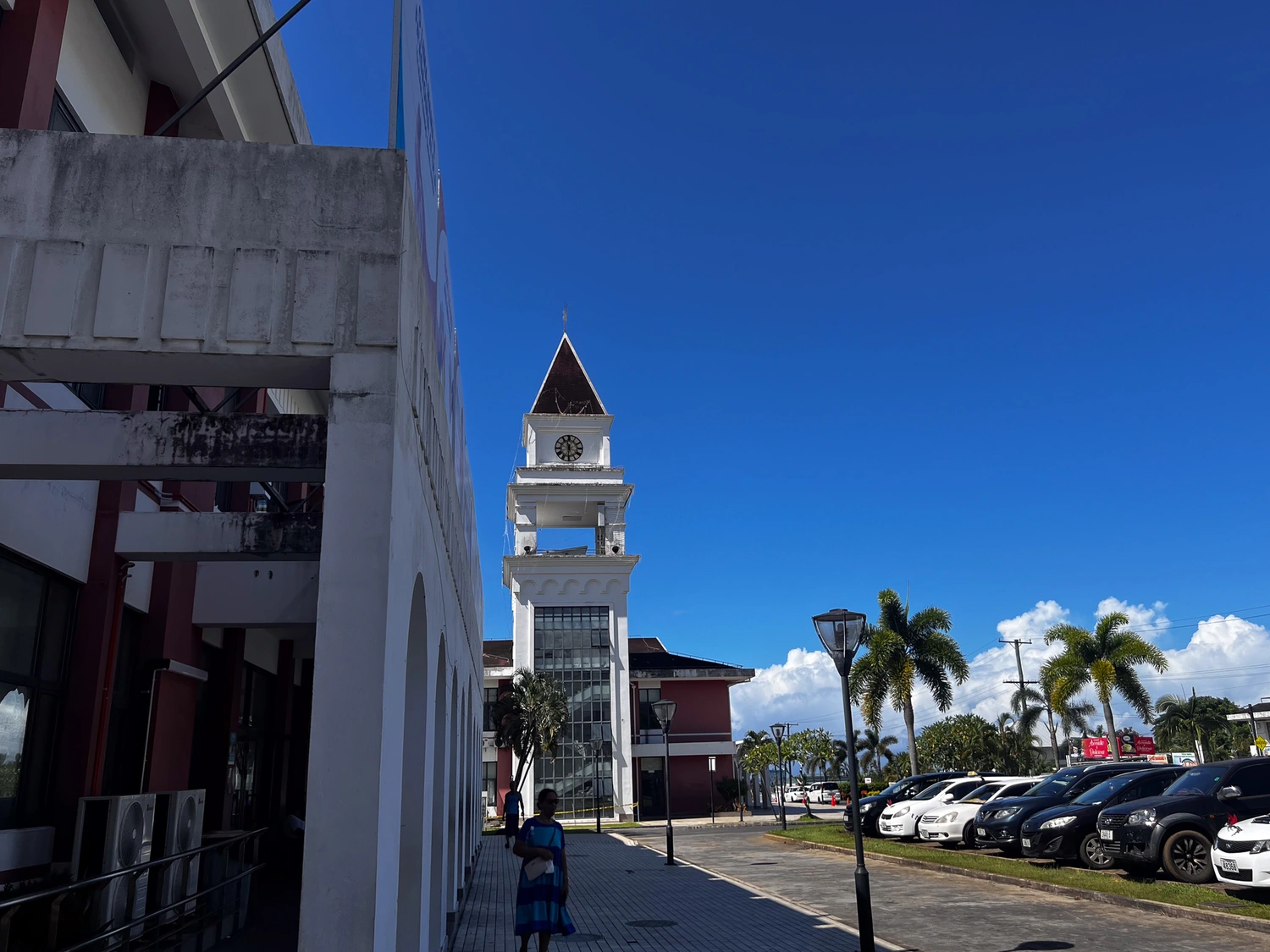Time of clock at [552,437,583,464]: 11:31
